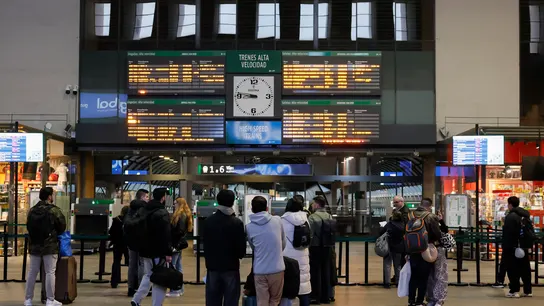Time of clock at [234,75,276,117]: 8:46
